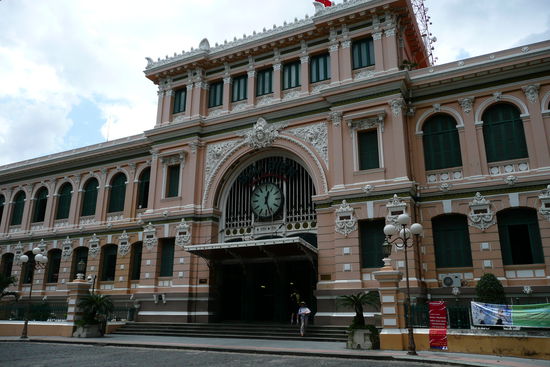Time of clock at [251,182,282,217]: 12:26
